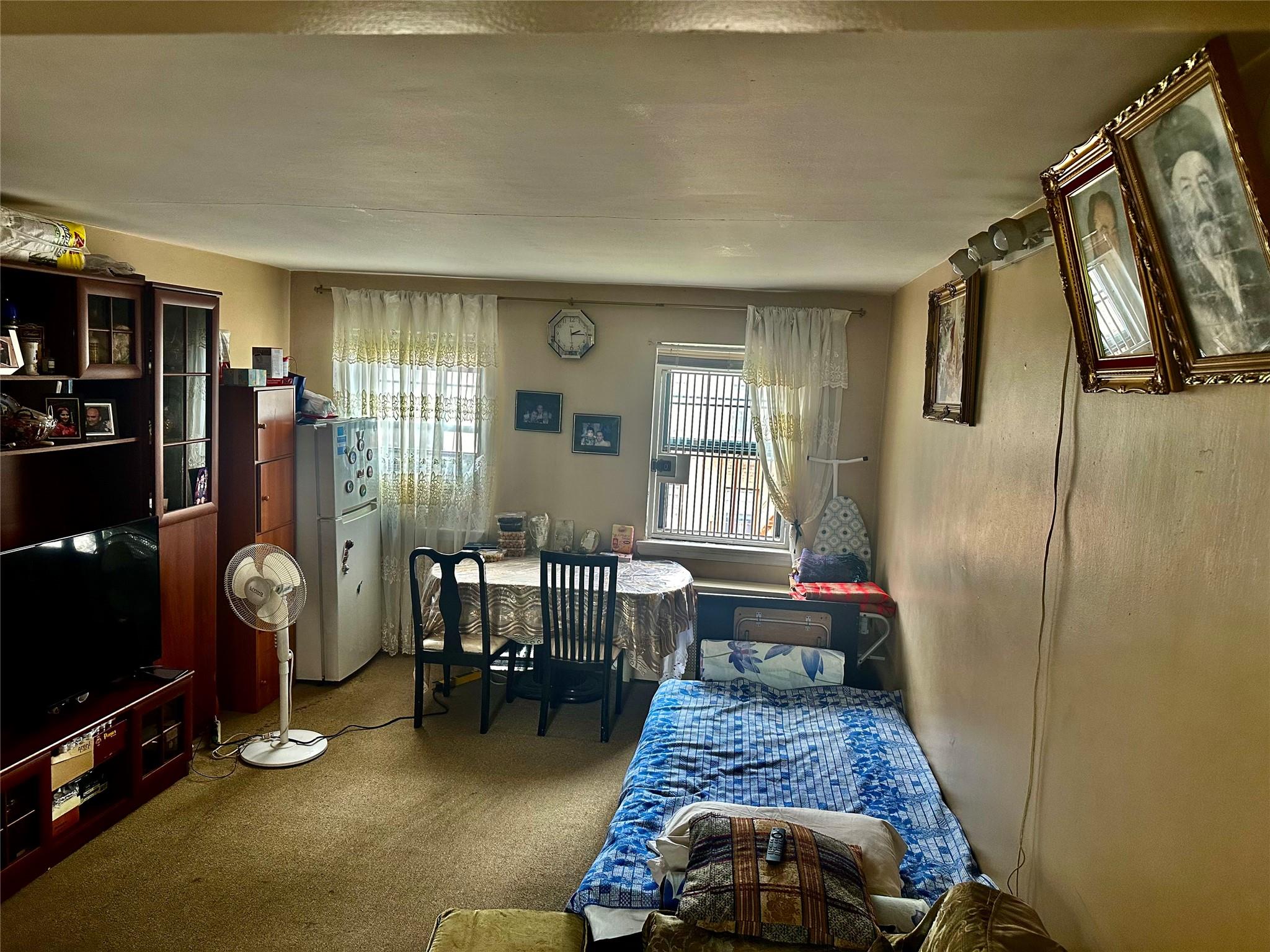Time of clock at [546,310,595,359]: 2:15
